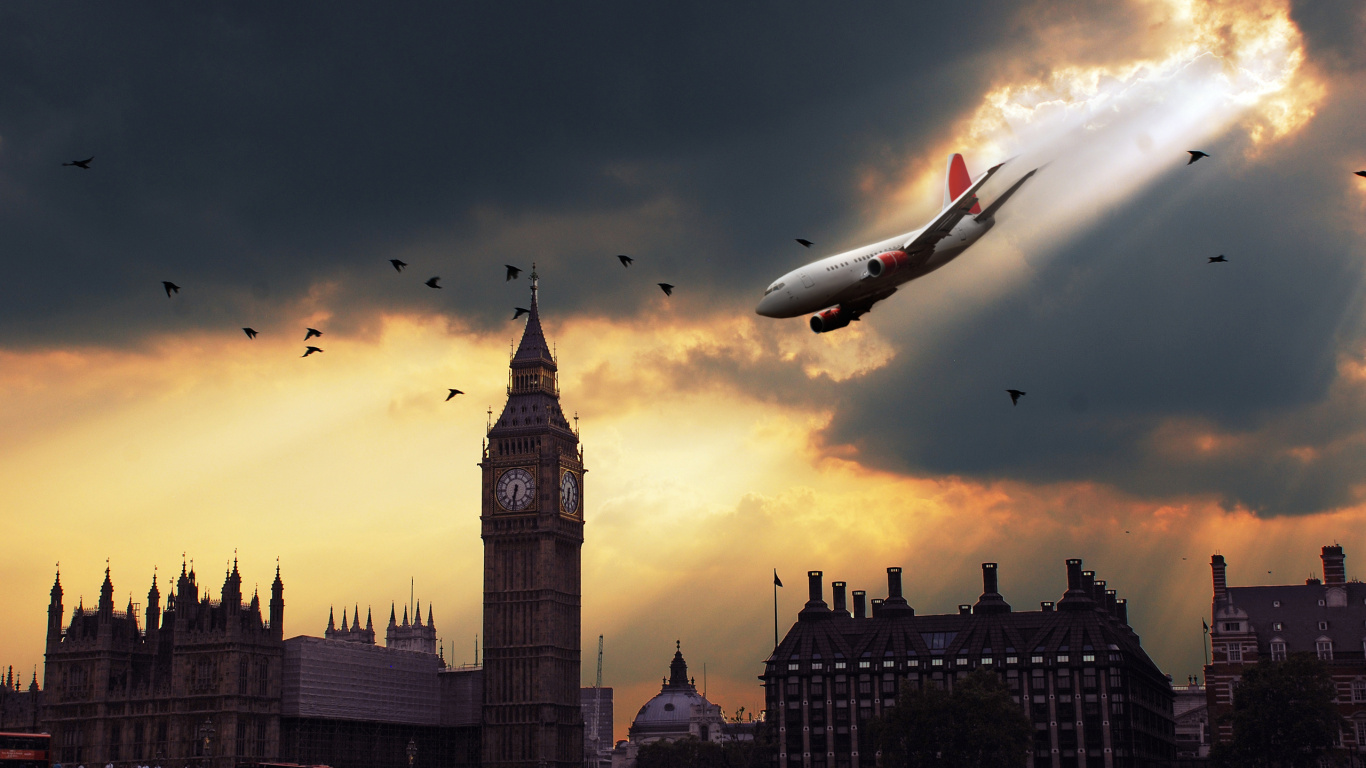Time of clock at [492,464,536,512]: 6:32
